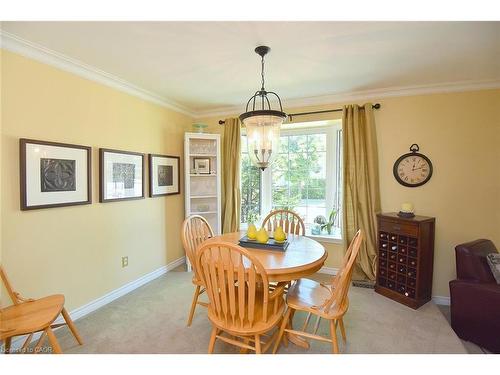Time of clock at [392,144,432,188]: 12:12
